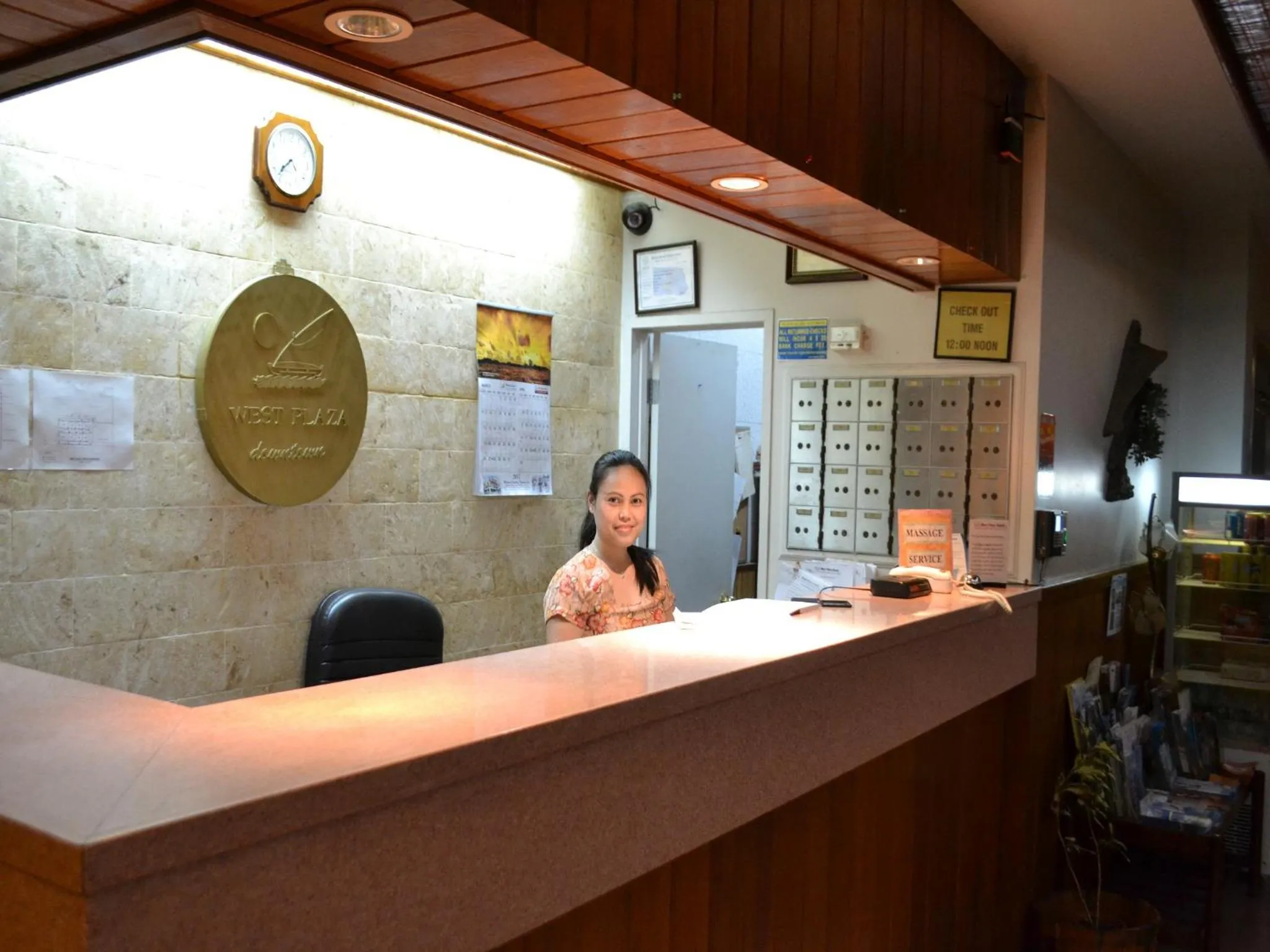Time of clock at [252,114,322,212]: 7:37
